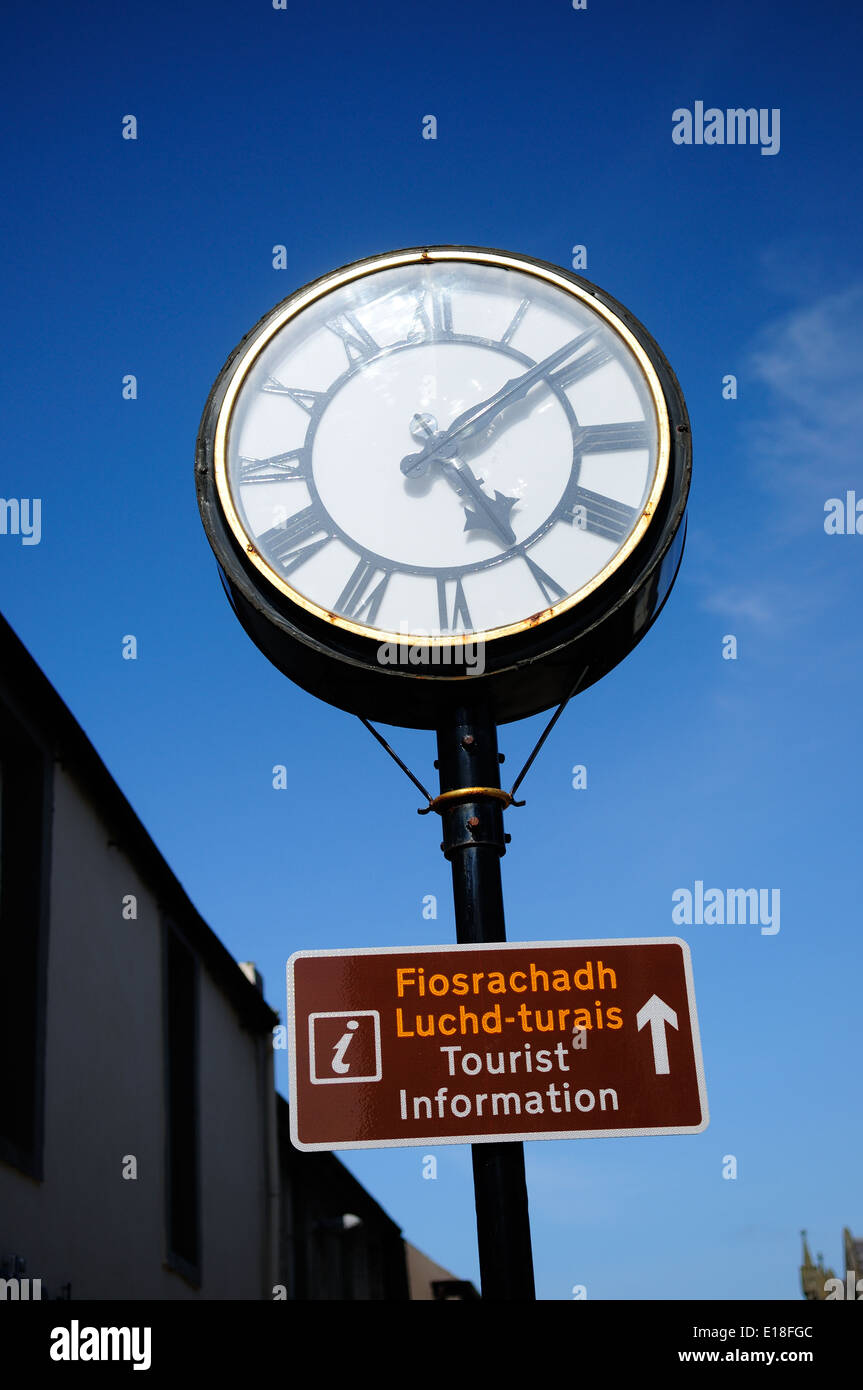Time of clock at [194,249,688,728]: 5:08
